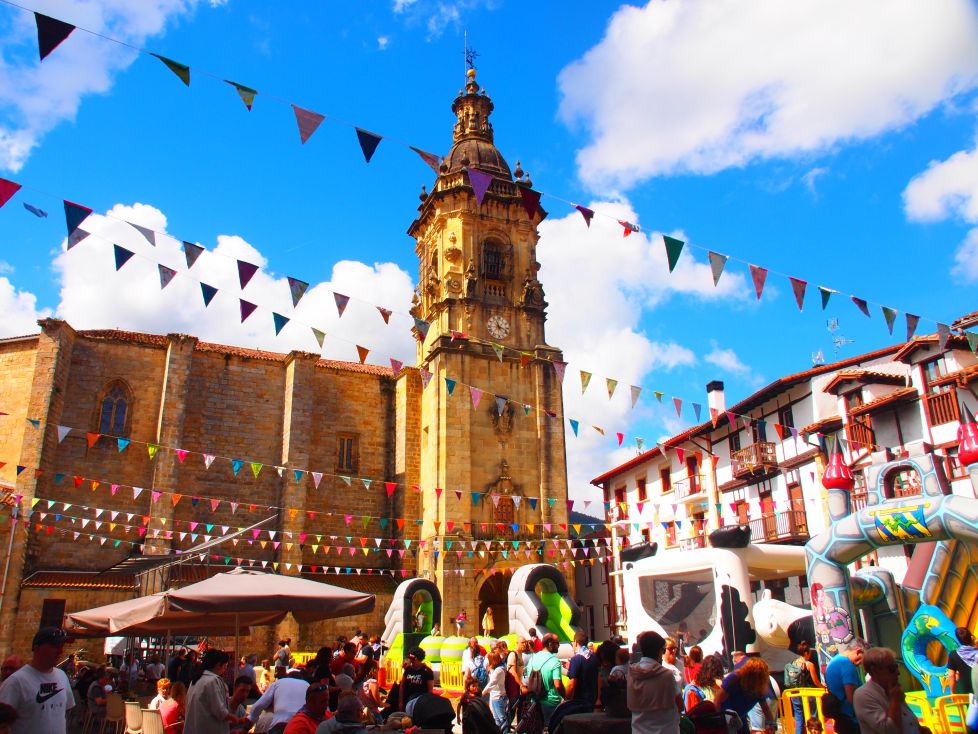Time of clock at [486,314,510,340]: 11:17
